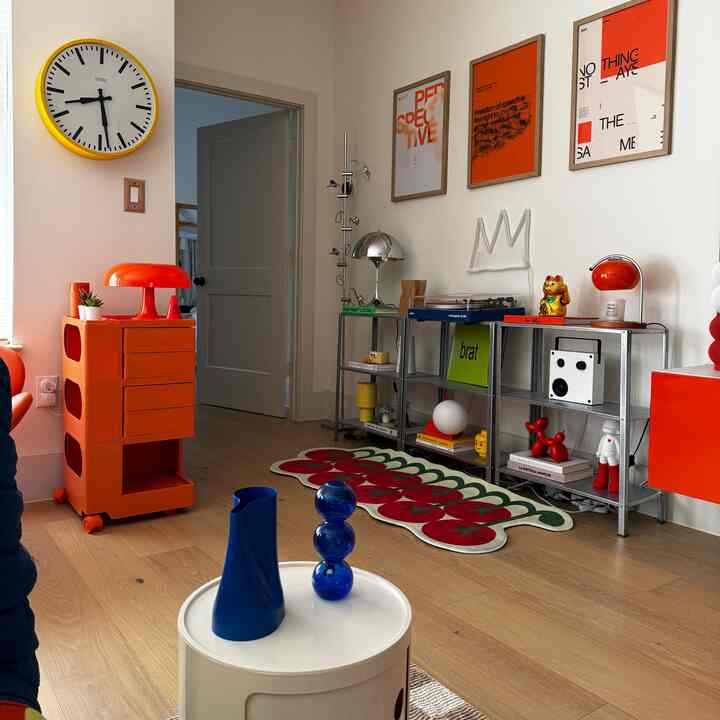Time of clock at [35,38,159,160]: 8:28
